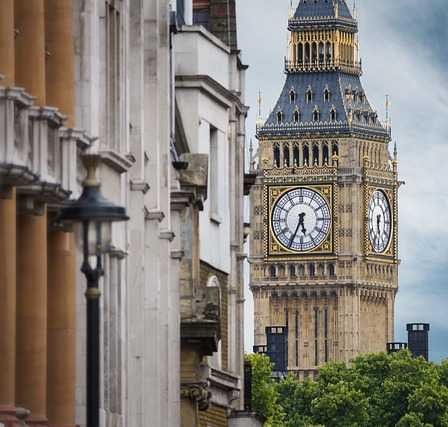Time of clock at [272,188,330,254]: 5:34
